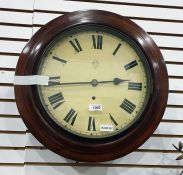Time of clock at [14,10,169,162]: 2:43
